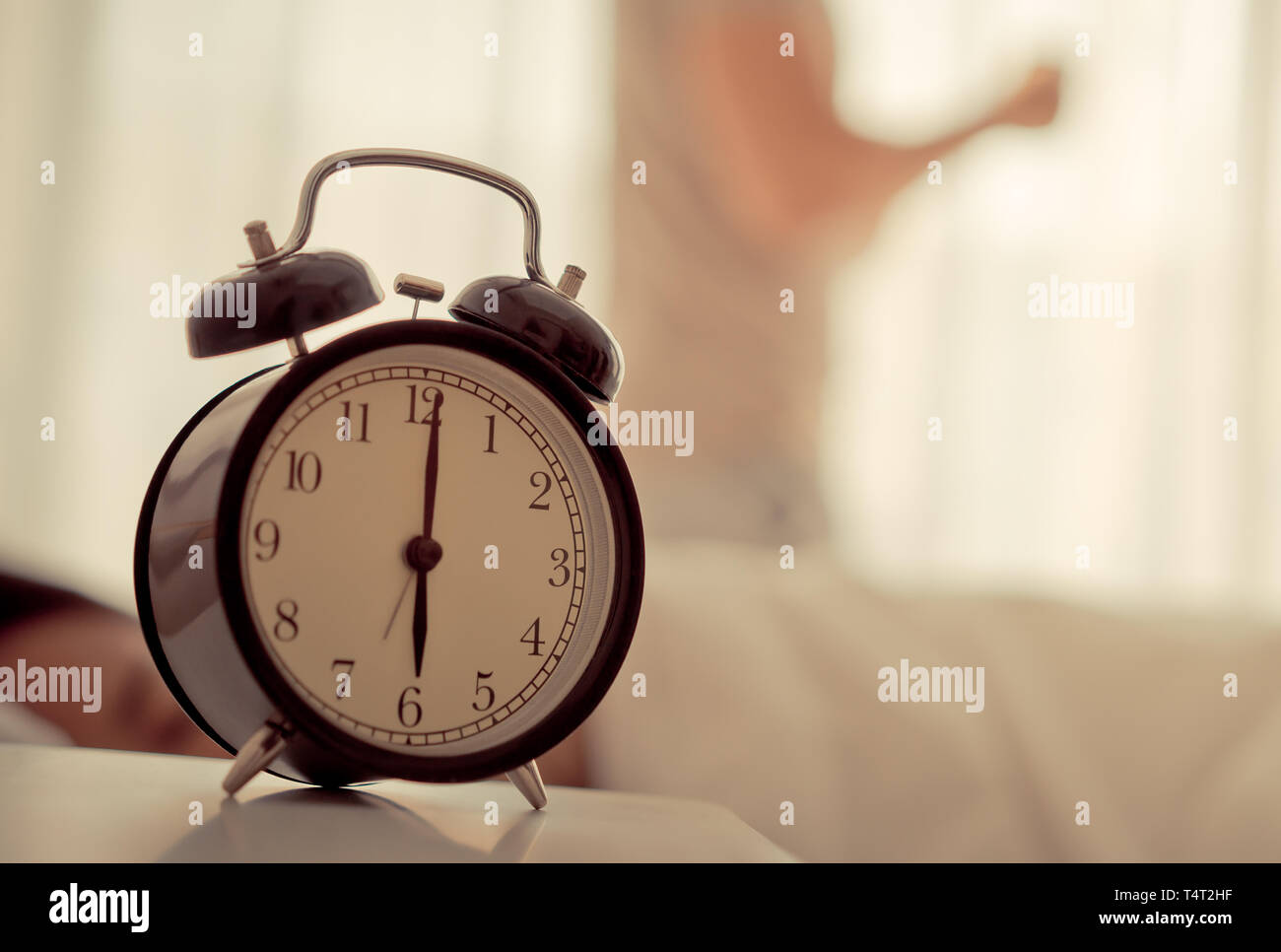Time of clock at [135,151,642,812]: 6:00
